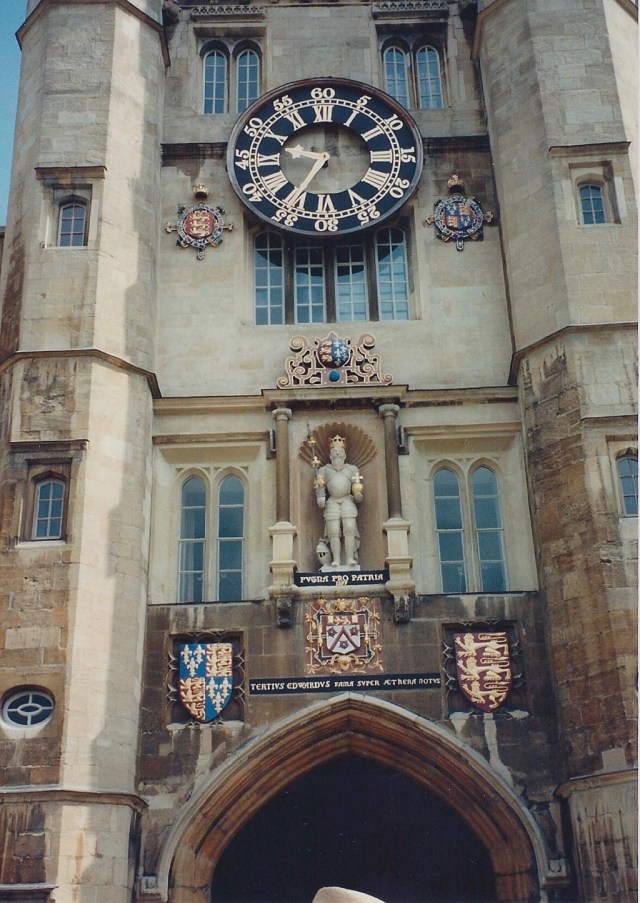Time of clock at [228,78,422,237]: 9:35
